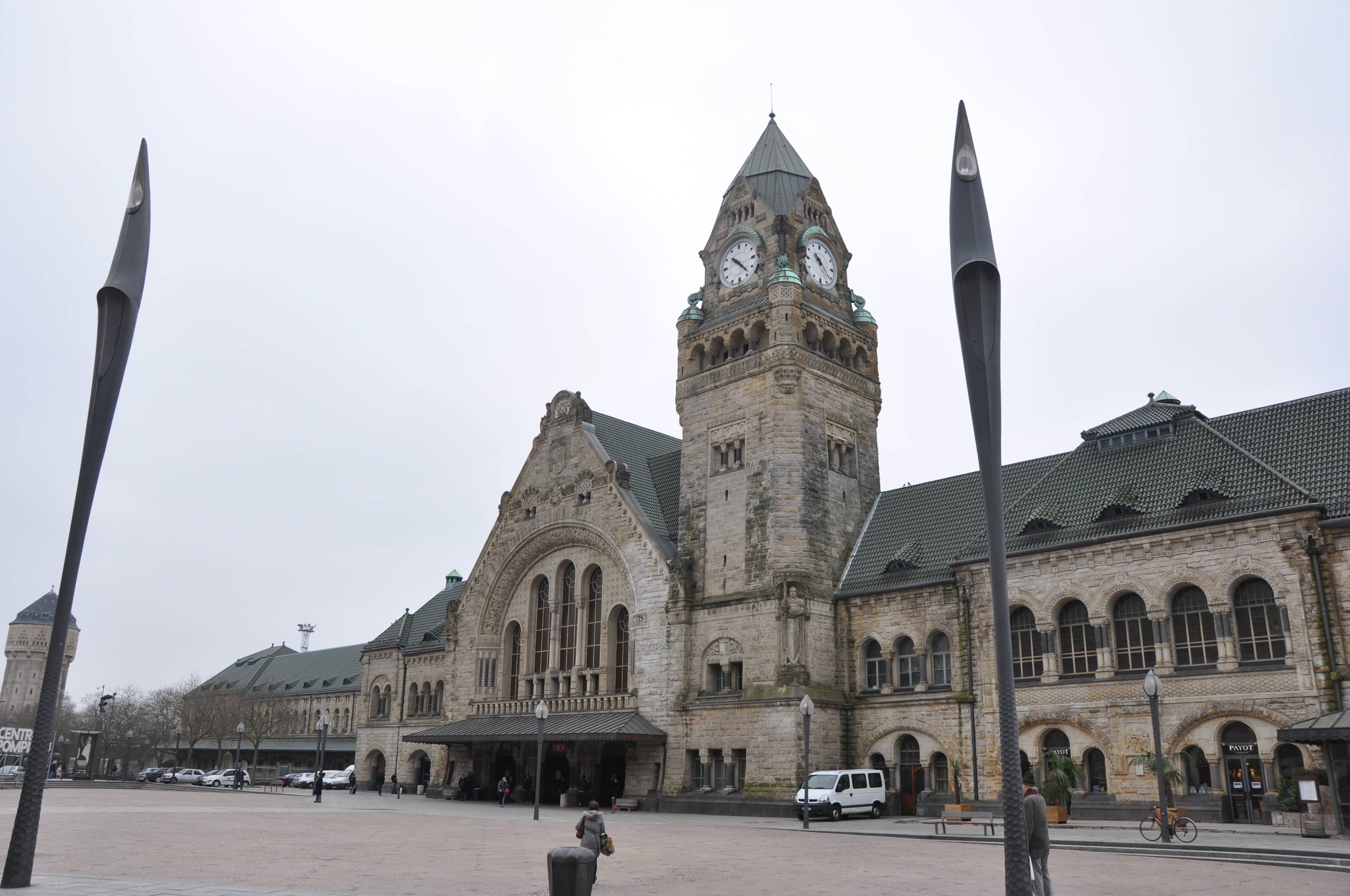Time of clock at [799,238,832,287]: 10:21
